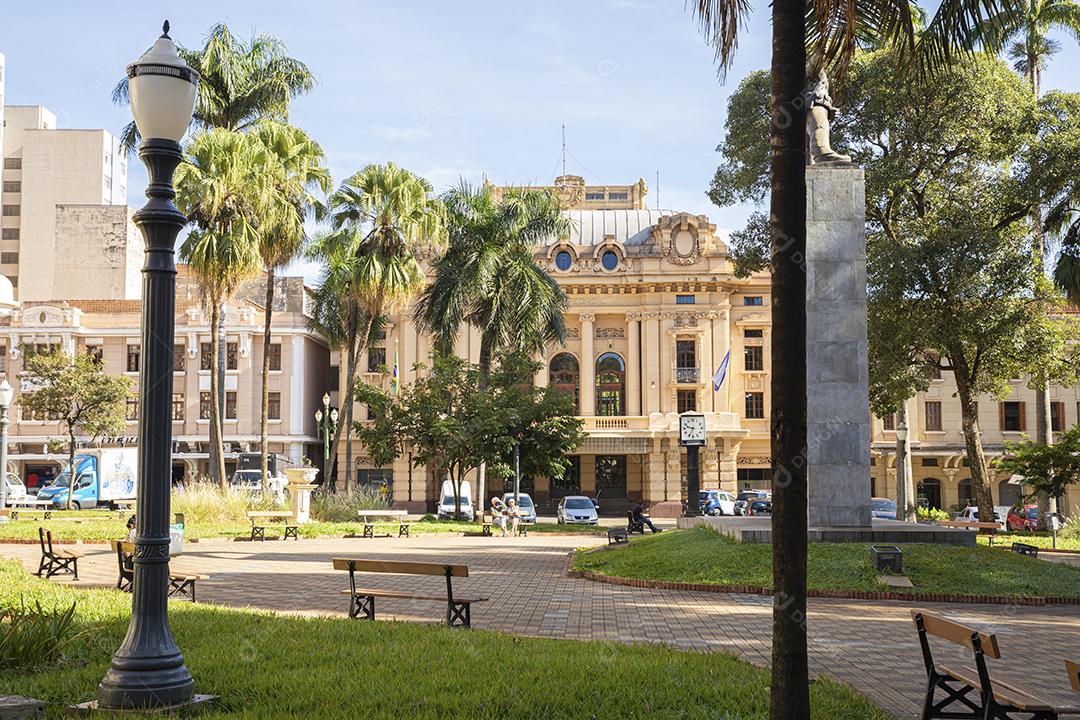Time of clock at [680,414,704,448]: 9:34
